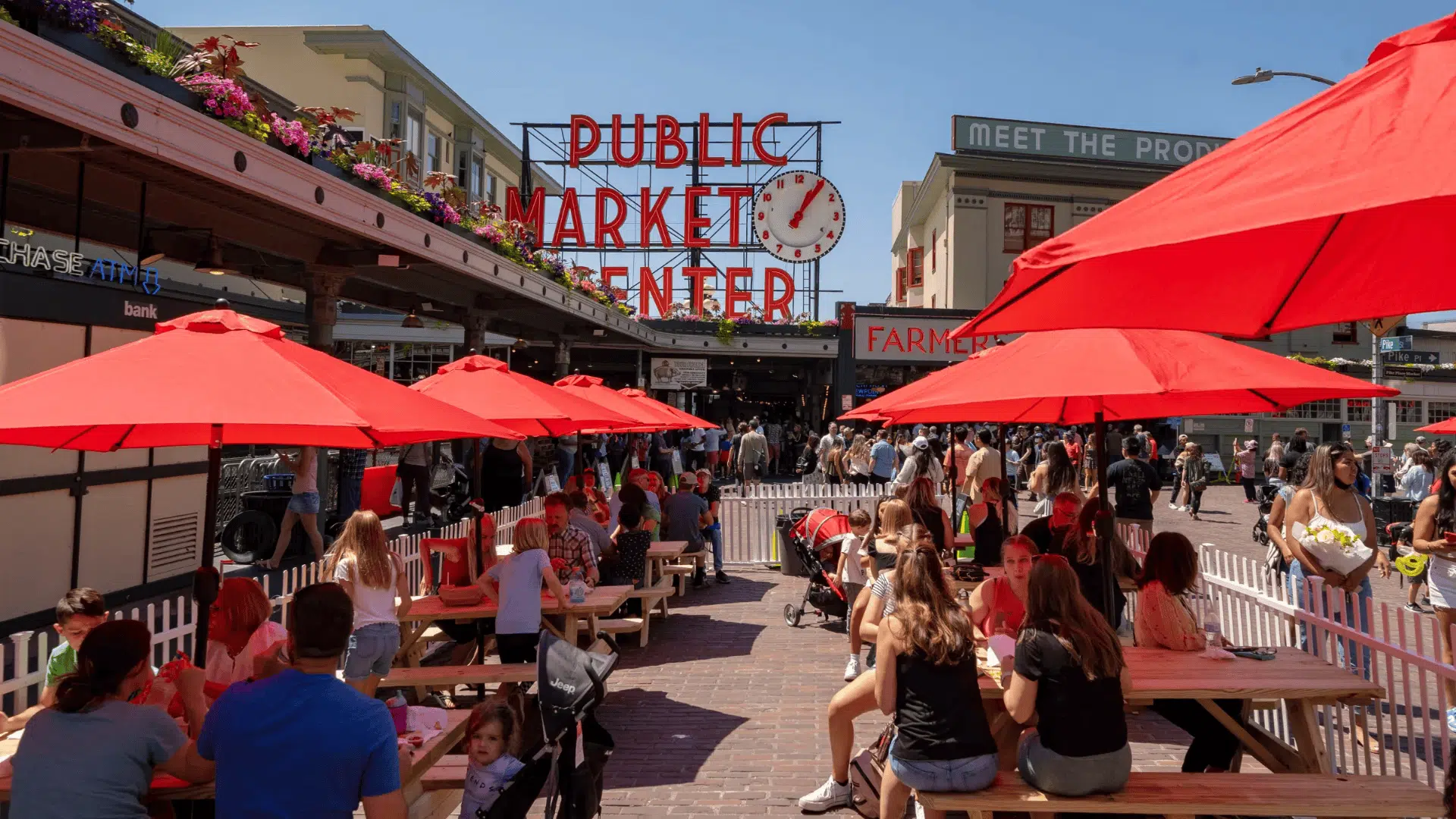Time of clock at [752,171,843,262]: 1:06
